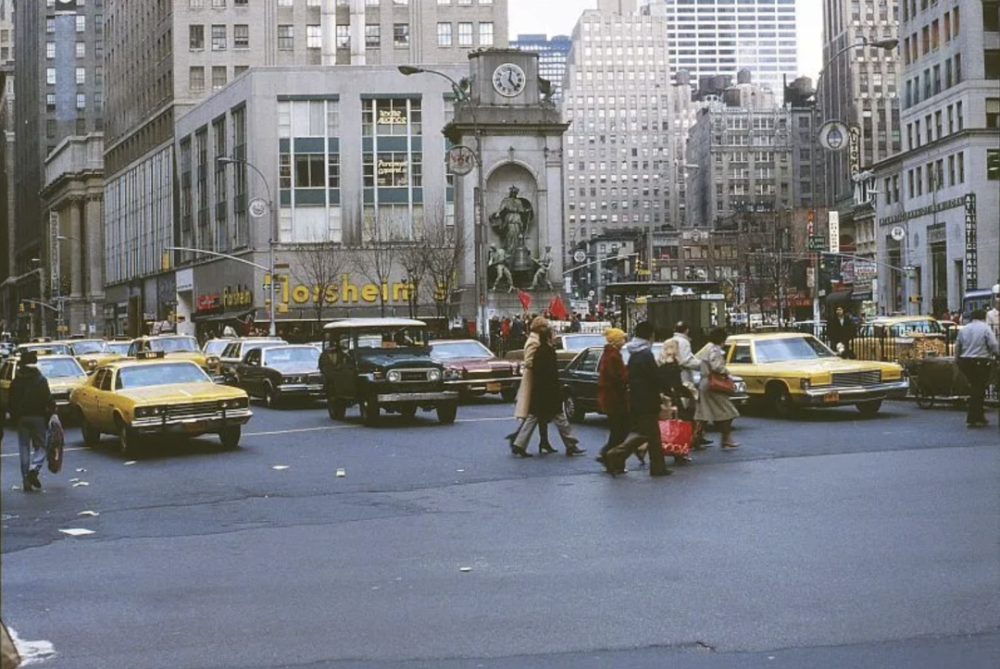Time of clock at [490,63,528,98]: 12:23
